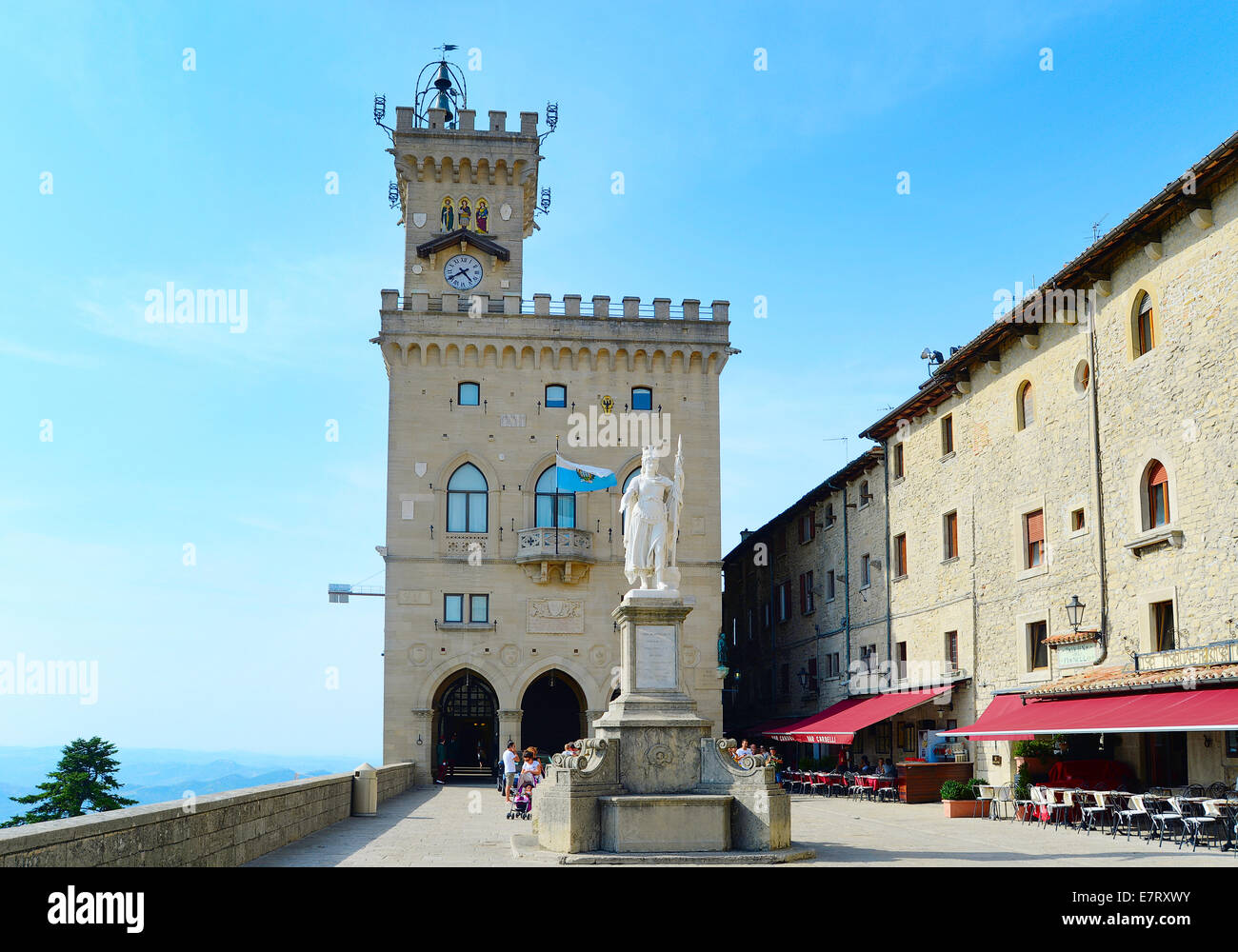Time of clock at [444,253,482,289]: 4:39
